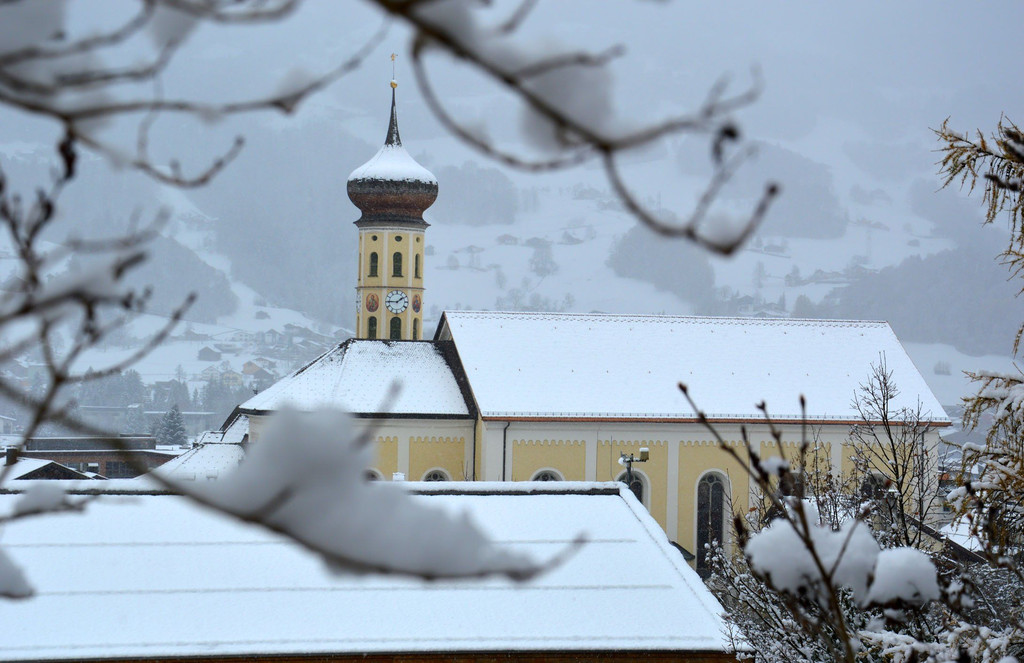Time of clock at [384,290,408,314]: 1:45
